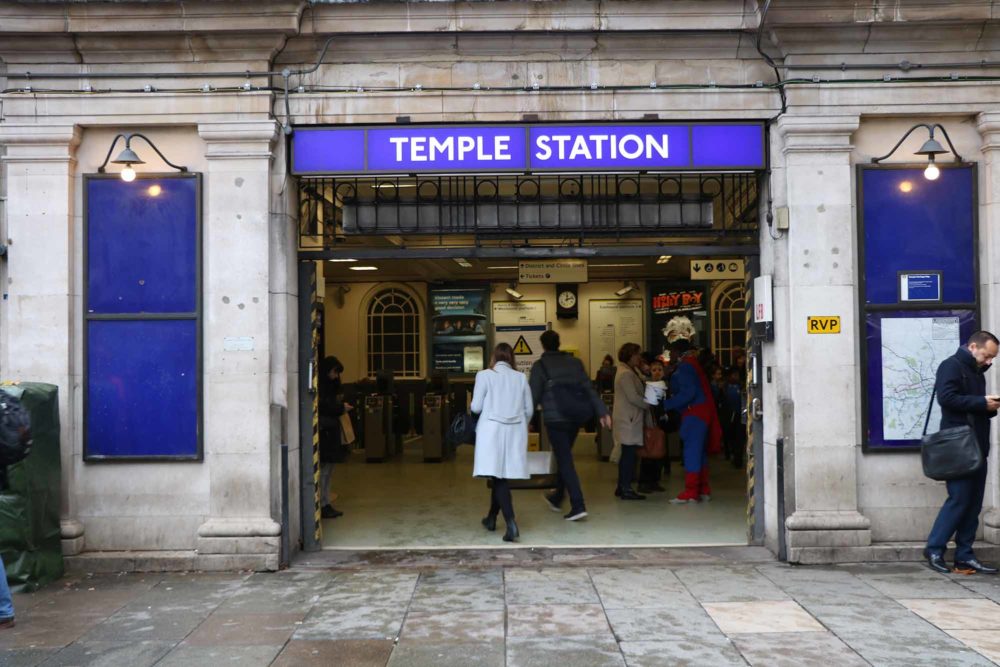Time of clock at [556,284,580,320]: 12:12
